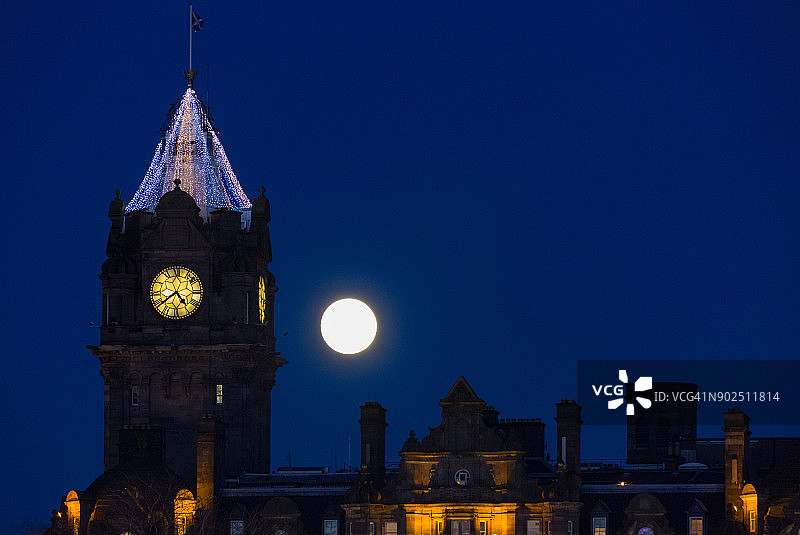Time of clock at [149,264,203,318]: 4:39
